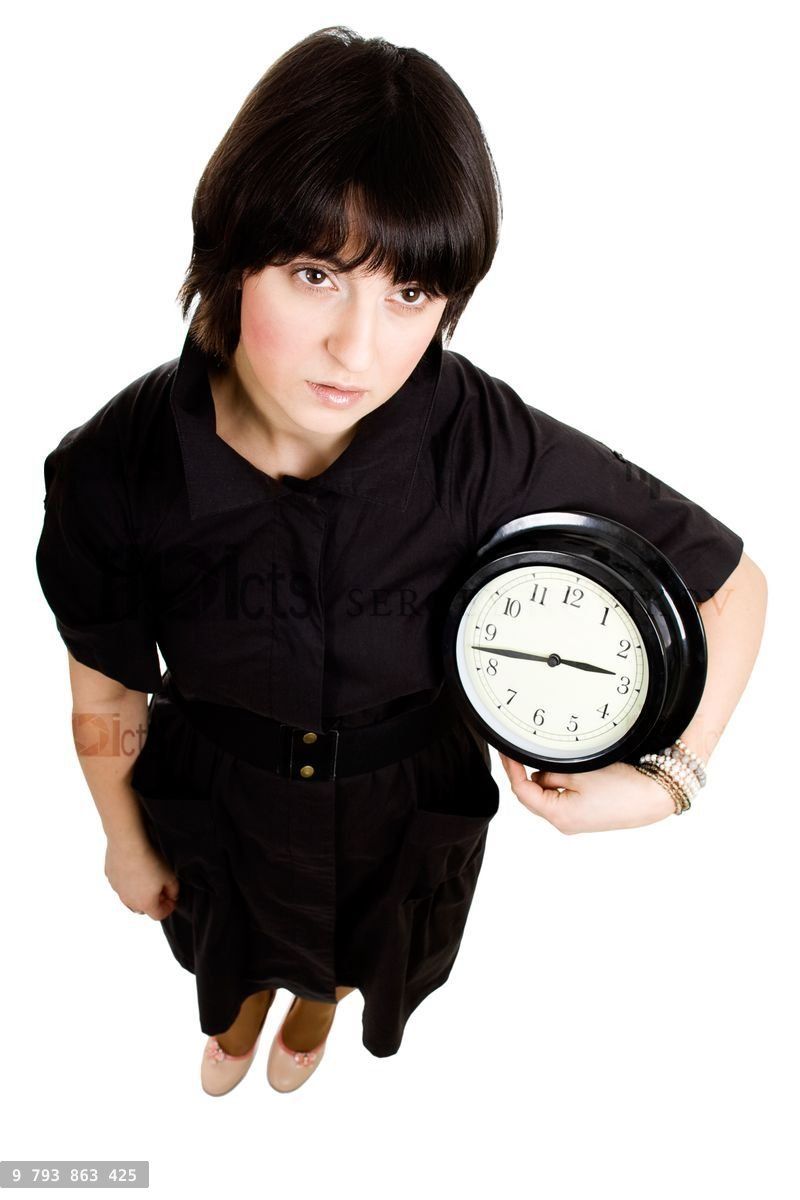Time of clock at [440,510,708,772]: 2:42
